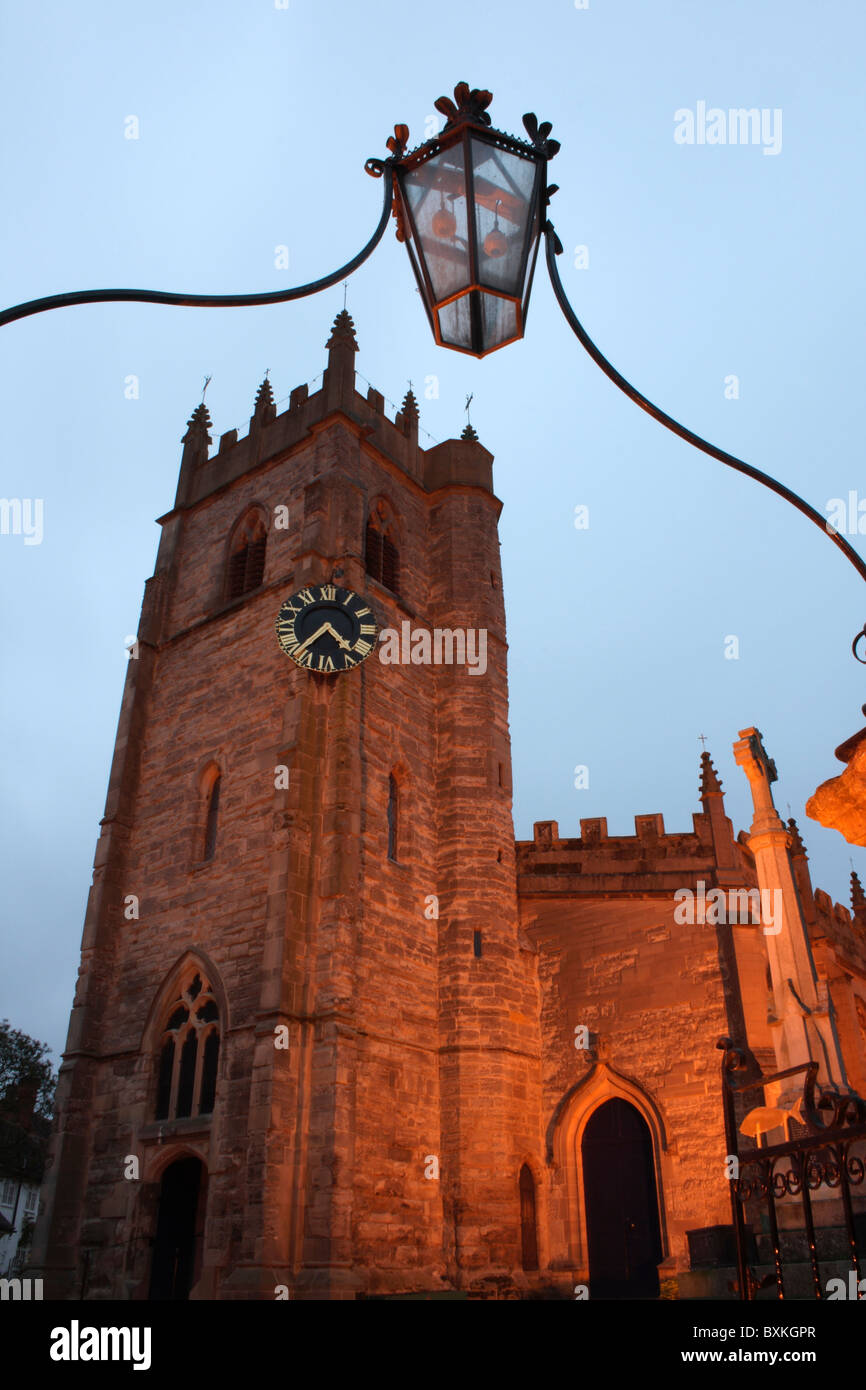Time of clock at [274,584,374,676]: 4:37
